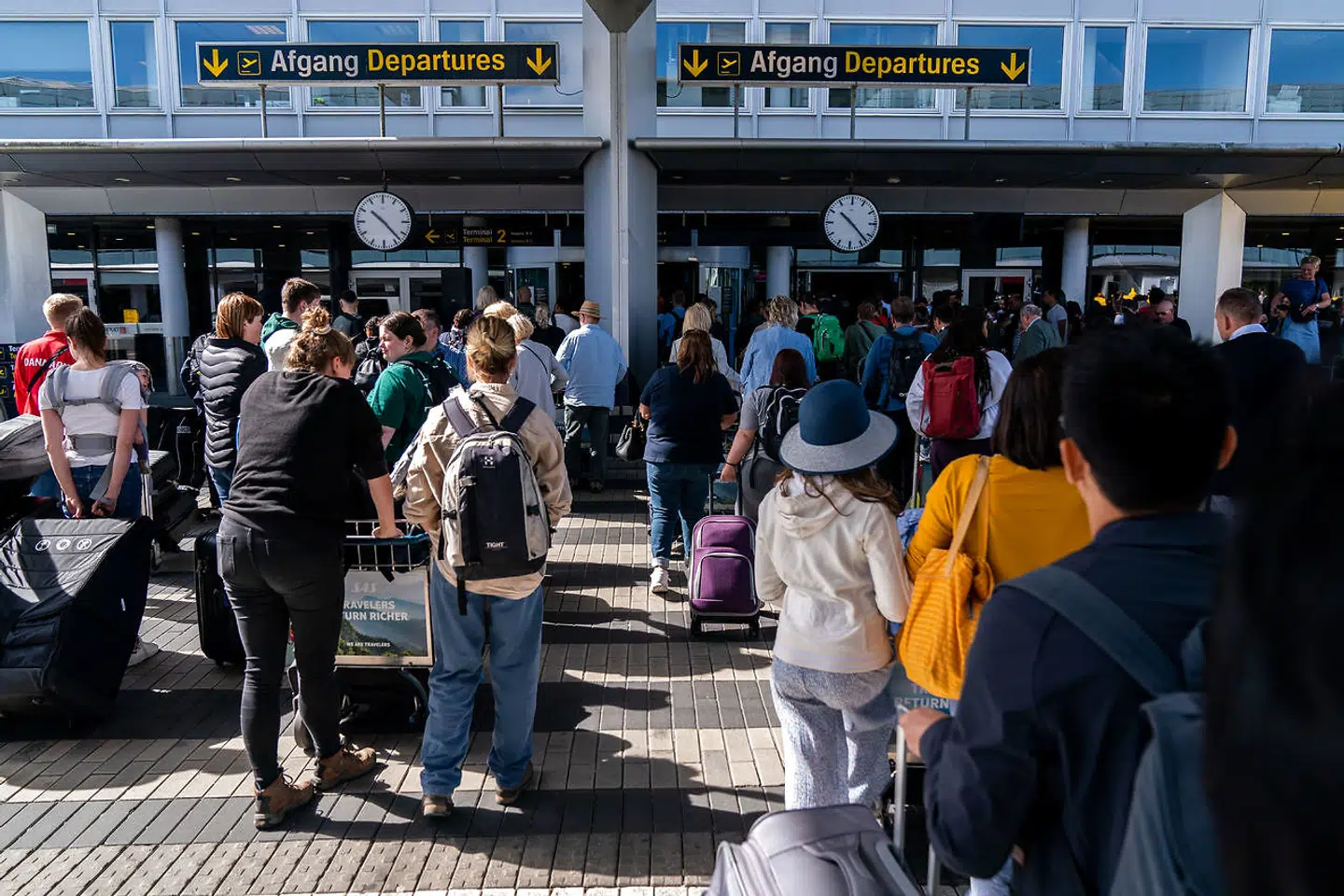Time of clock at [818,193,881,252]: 10:22
